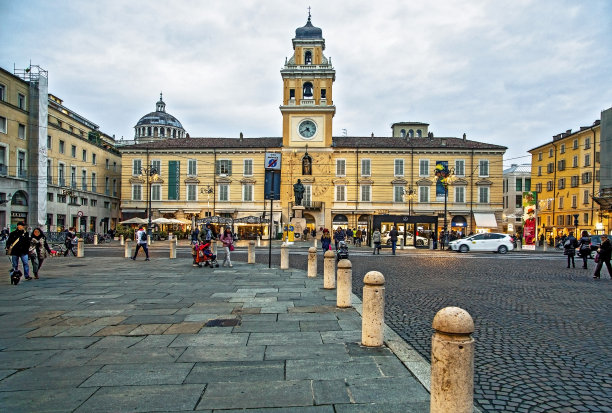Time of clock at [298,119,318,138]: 4:39
